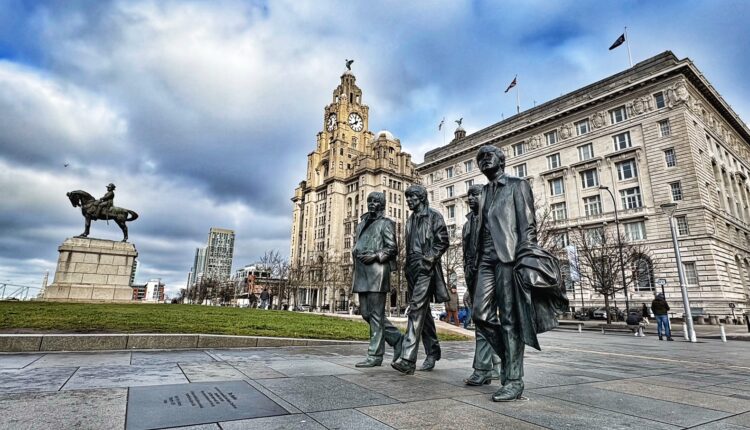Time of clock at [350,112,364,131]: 11:38
